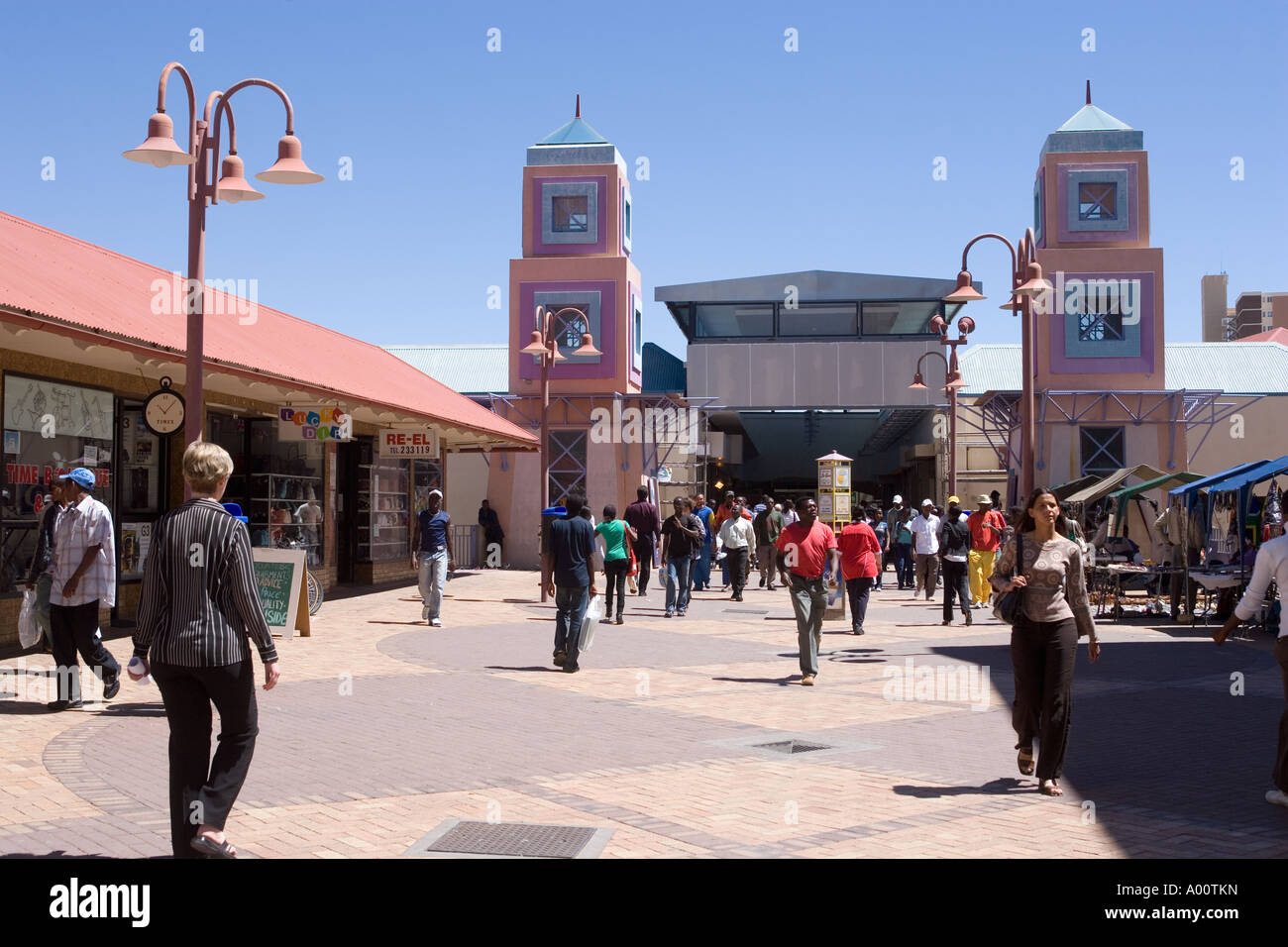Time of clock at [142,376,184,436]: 10:07
